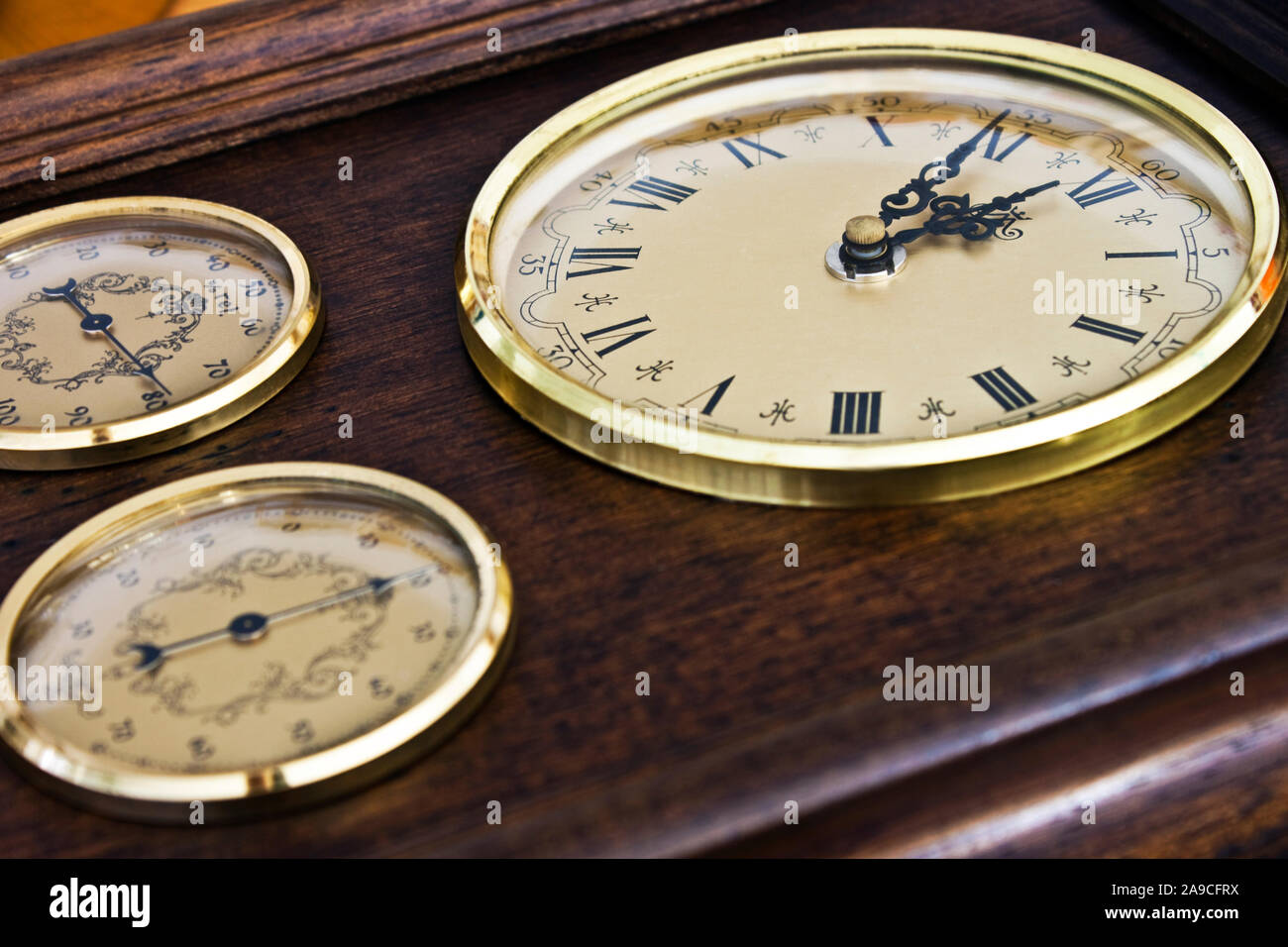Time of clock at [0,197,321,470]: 11:24
